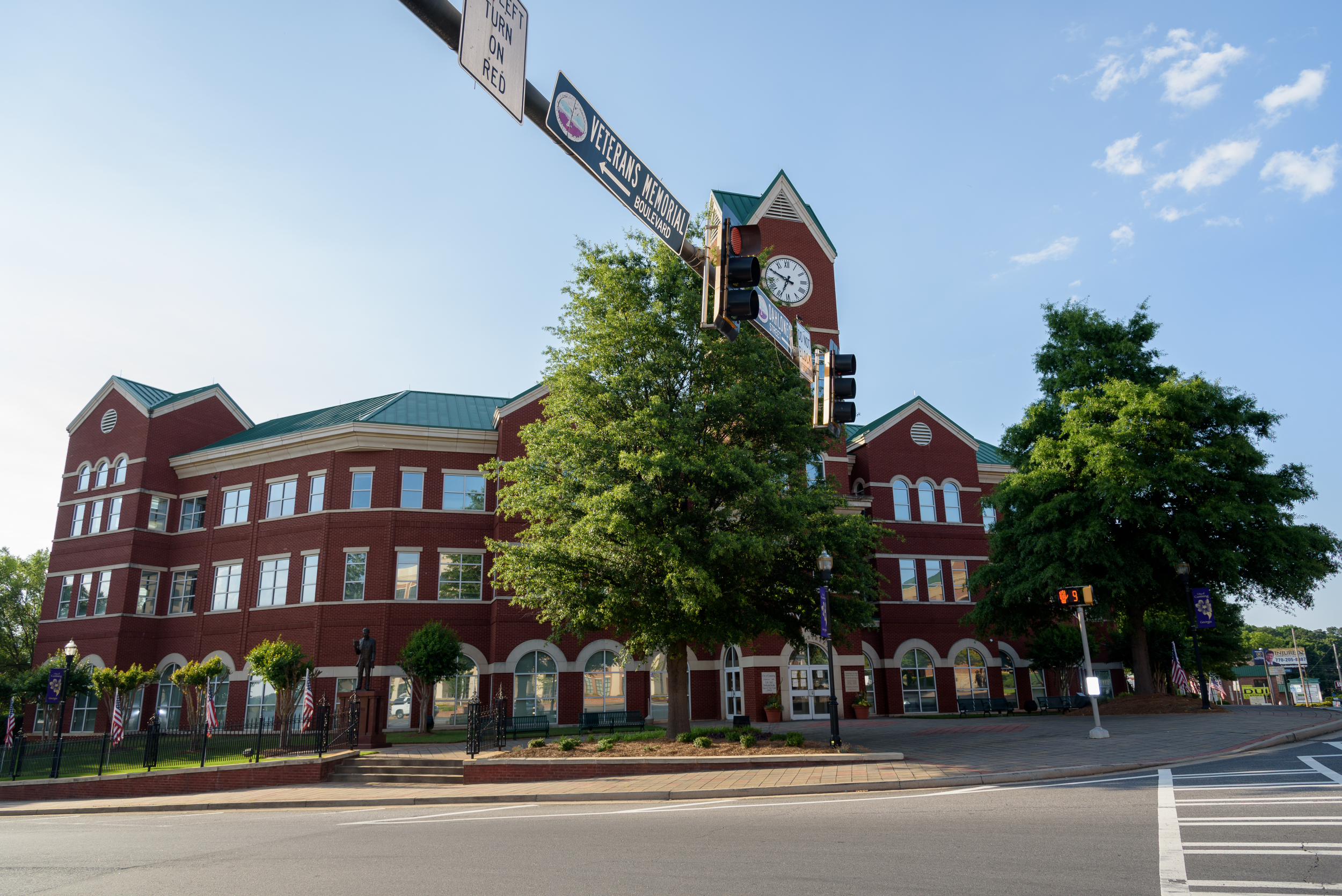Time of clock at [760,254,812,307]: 6:49
